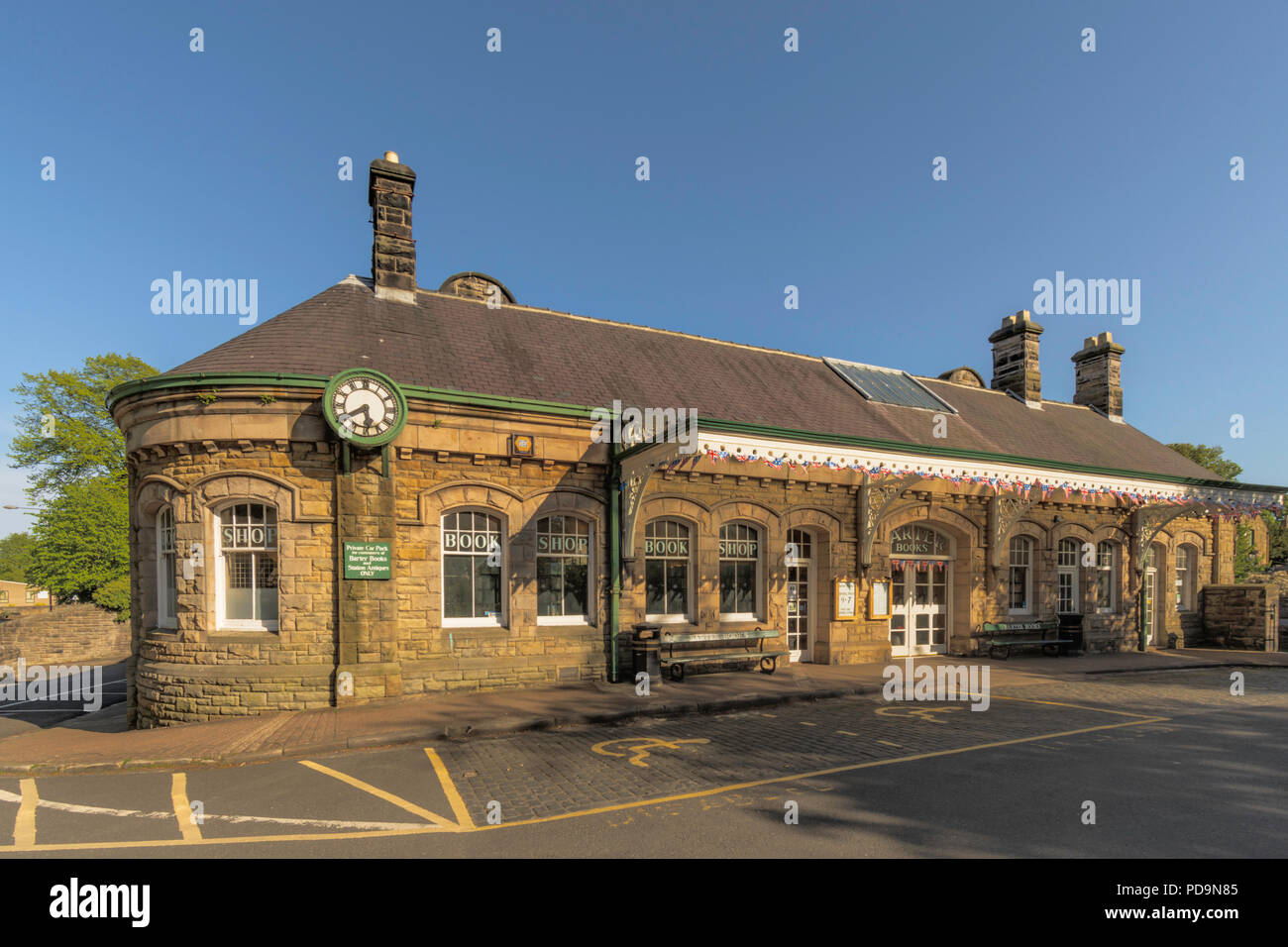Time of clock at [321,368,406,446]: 5:40
